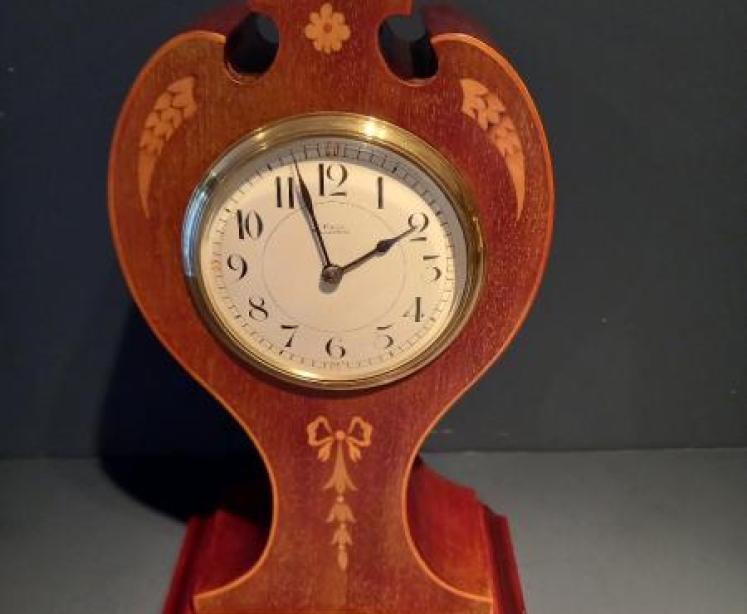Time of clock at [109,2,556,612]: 1:57
